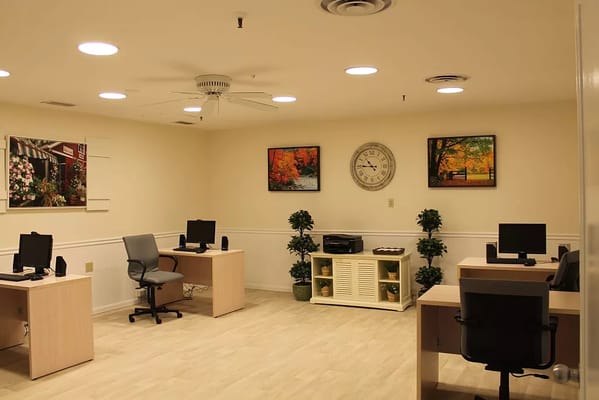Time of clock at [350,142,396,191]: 10:45
